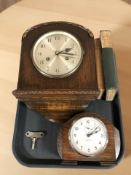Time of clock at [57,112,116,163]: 2:08
